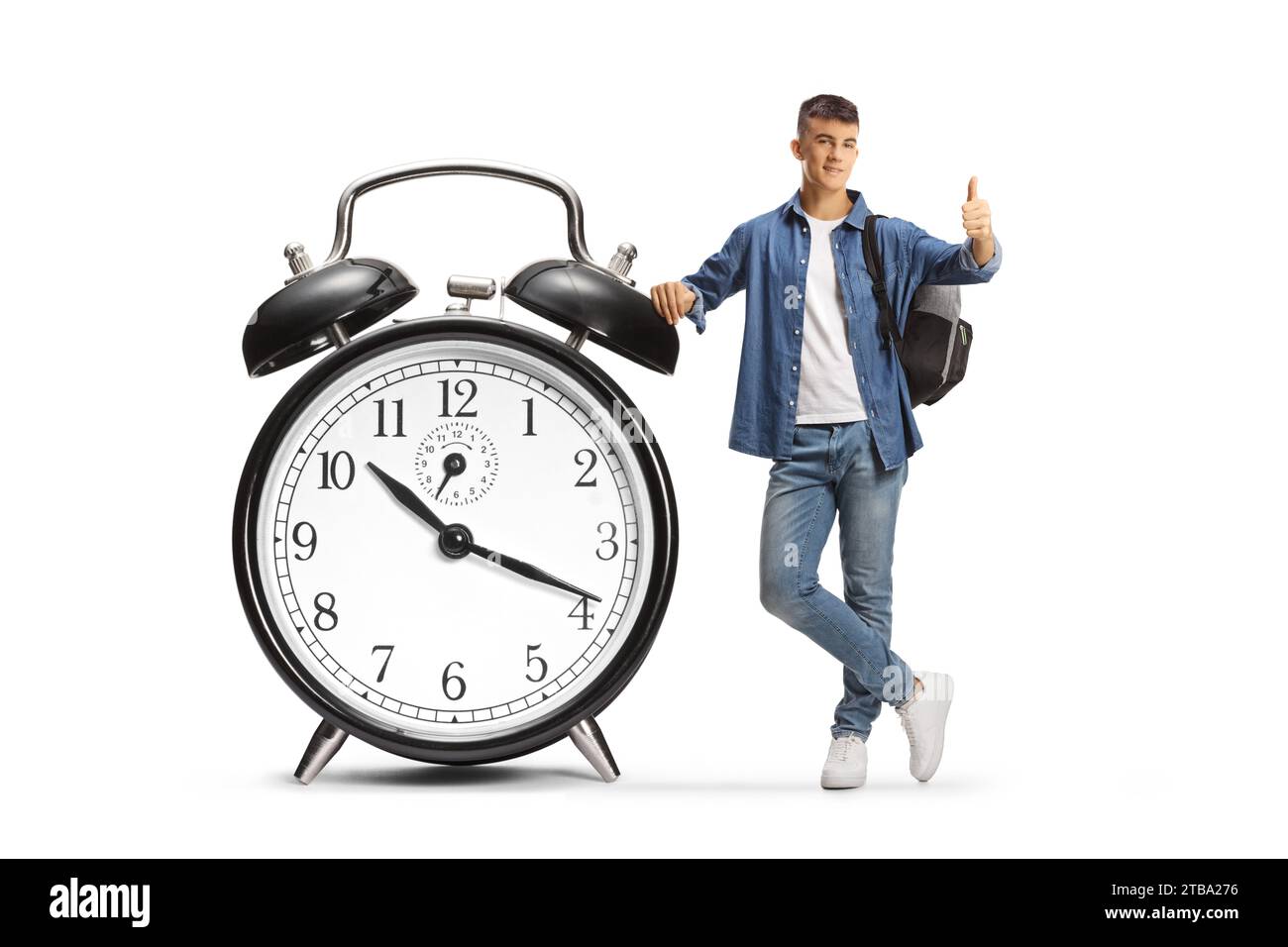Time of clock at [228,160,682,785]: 10:18
